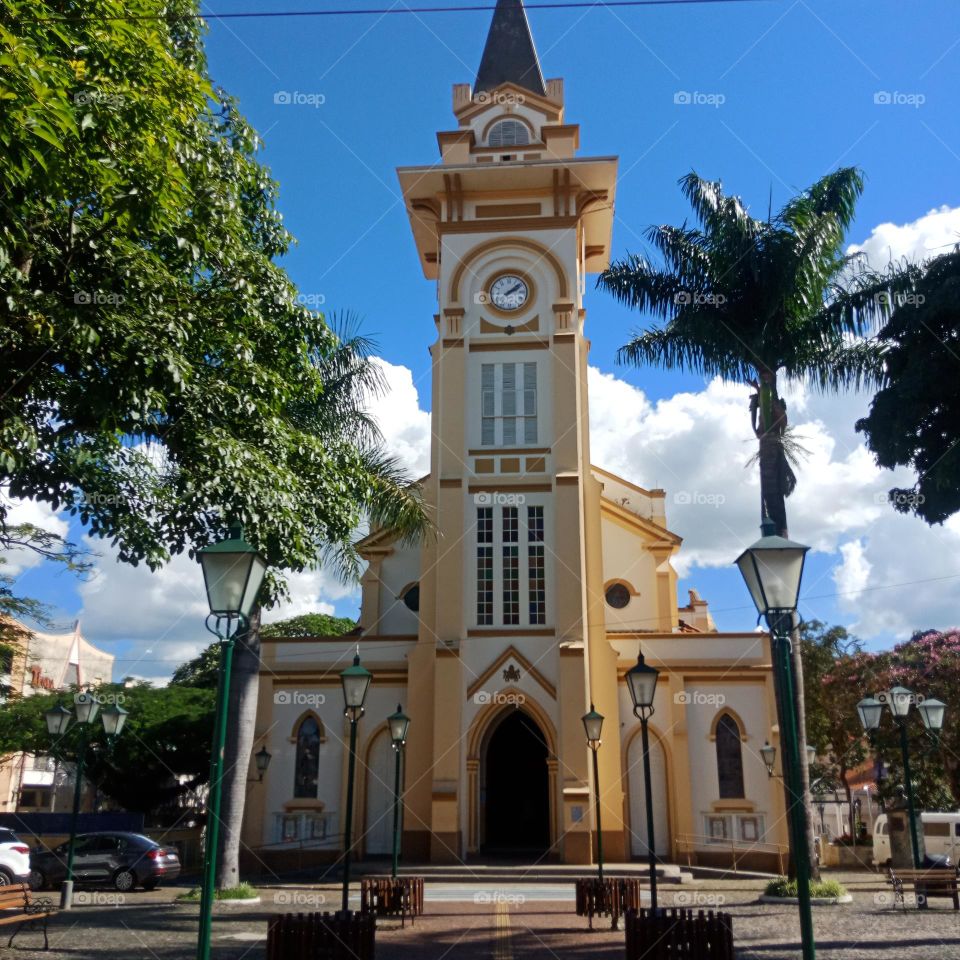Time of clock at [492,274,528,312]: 2:08
